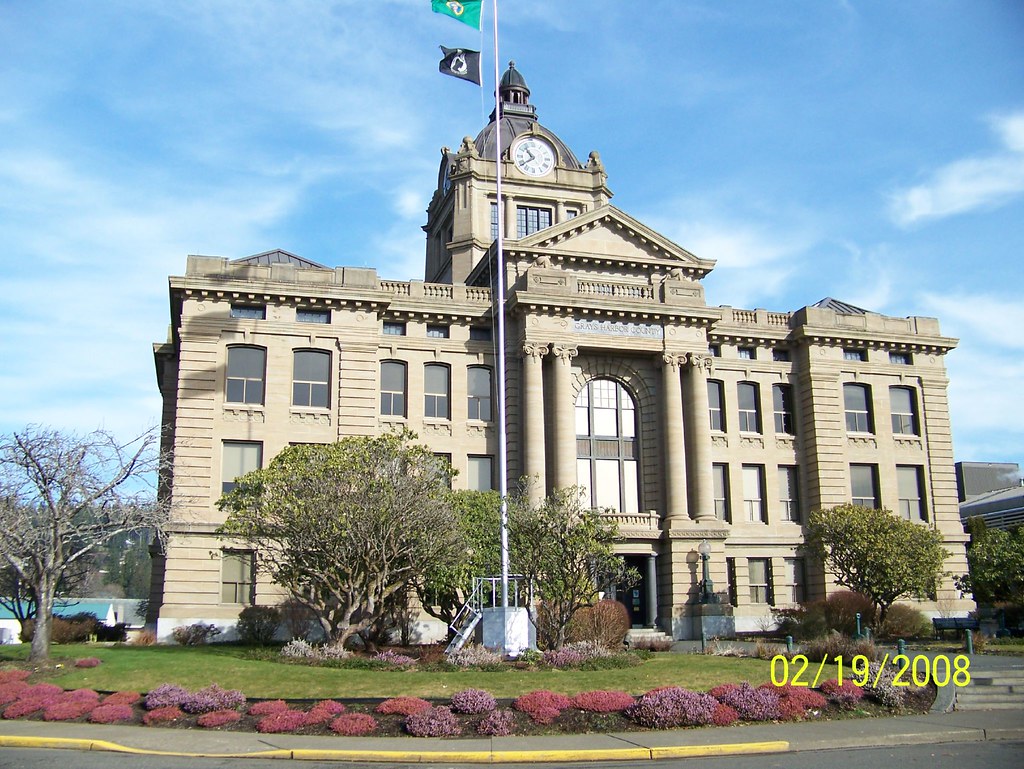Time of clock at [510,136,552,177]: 10:39
